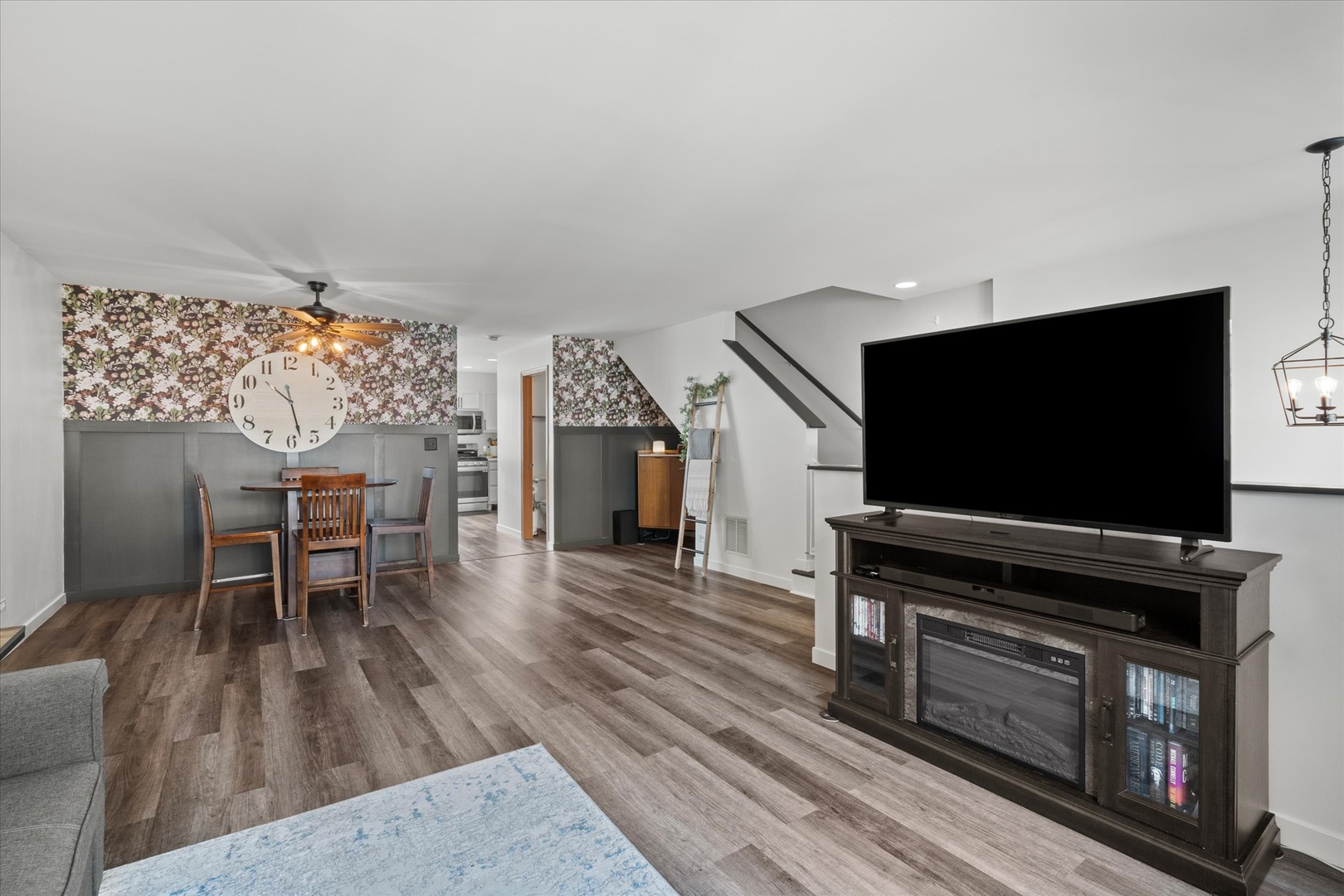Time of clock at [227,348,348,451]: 10:28
